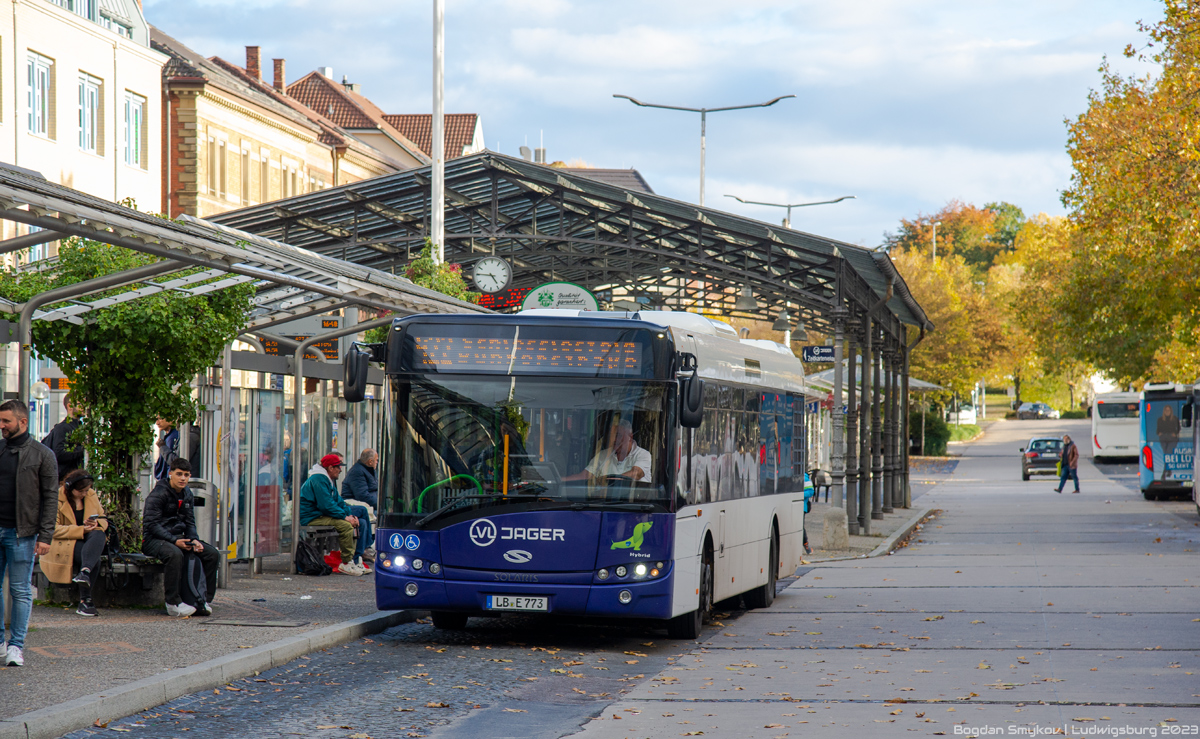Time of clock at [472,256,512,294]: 4:45
